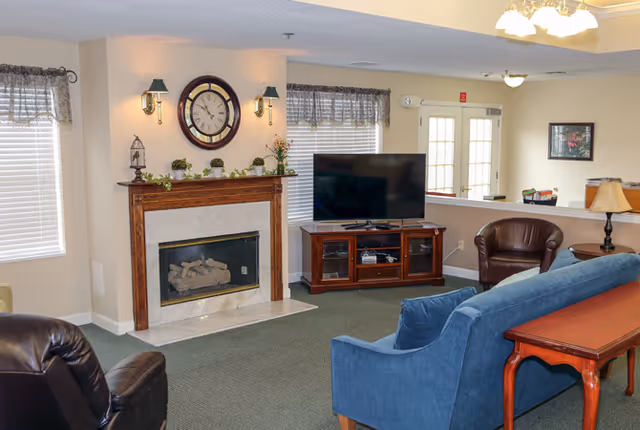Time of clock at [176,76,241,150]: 10:50
